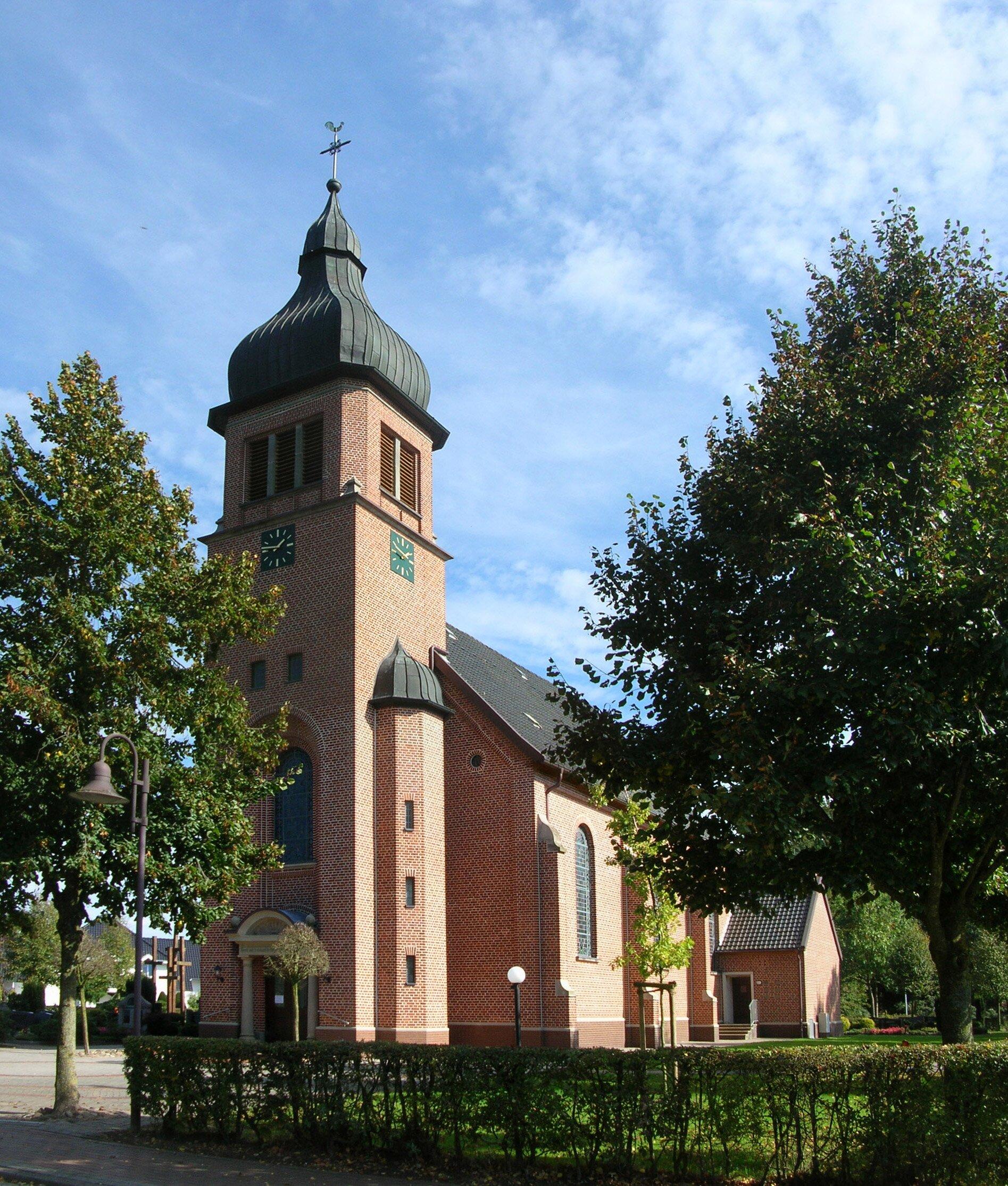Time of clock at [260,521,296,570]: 1:46
